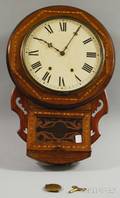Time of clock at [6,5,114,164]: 10:05
